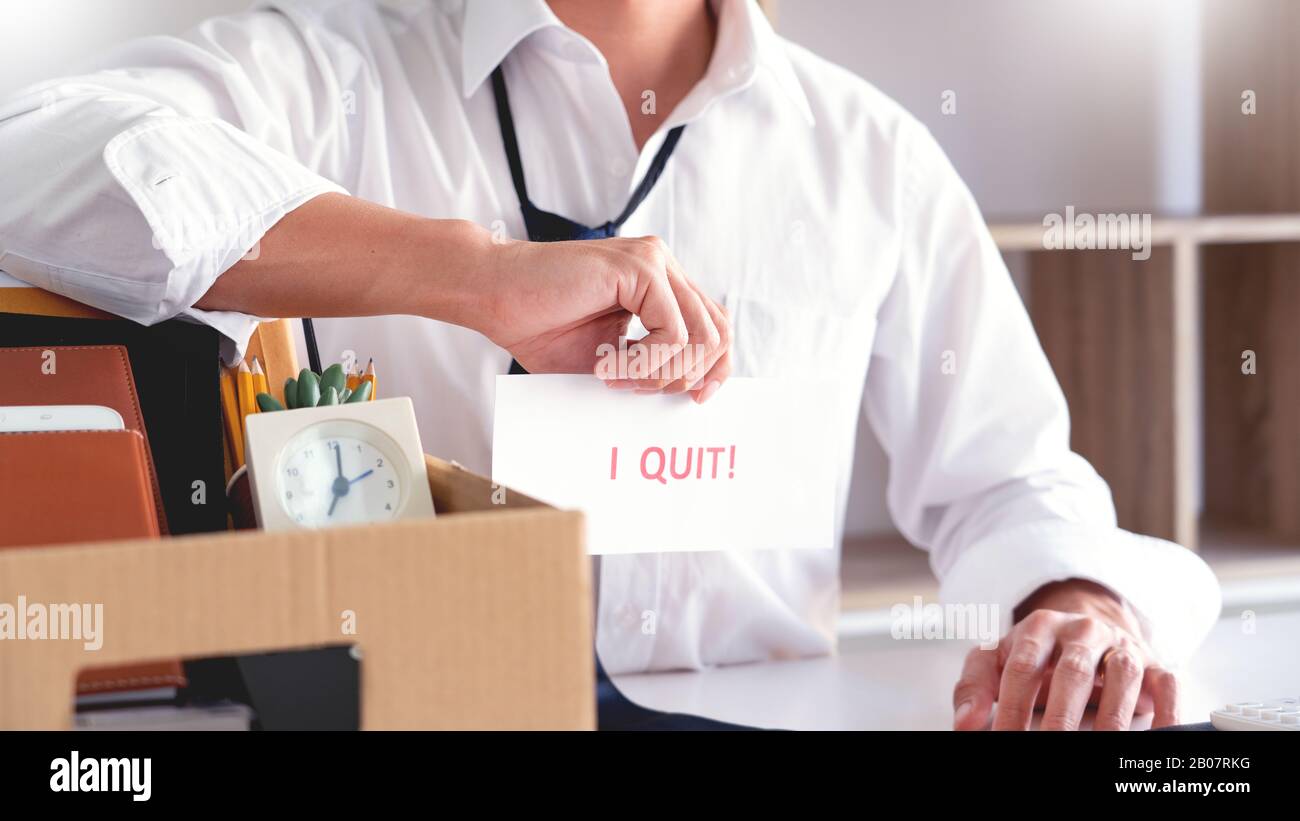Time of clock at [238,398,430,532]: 7:01
